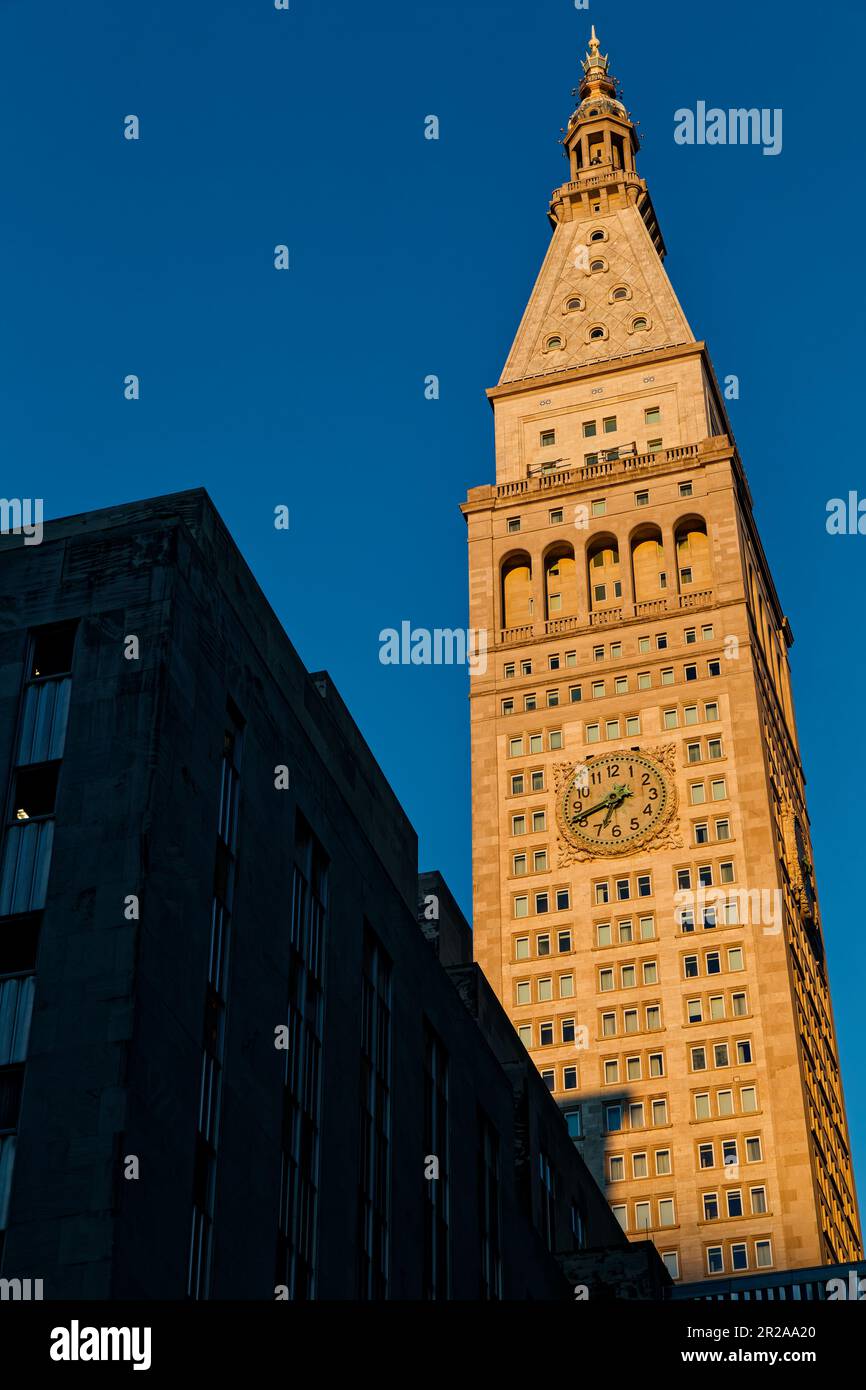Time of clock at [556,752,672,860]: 6:41
